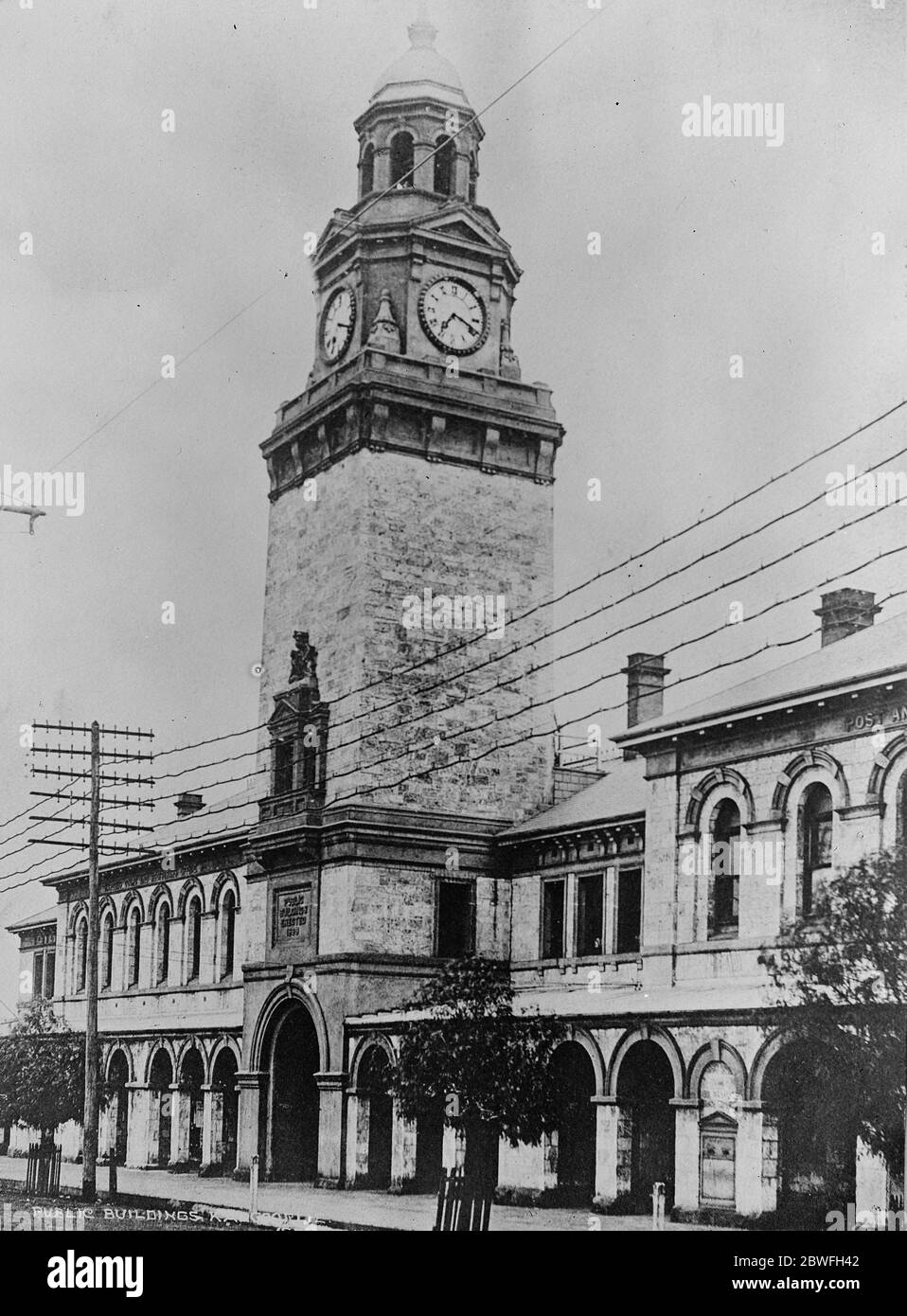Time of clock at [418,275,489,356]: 7:18
